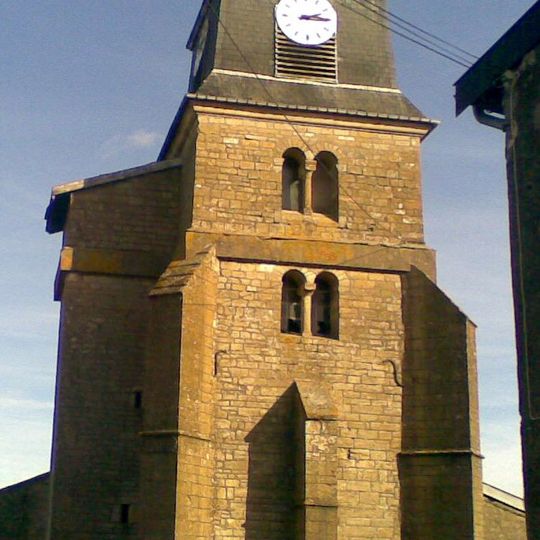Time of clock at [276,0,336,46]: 2:15
